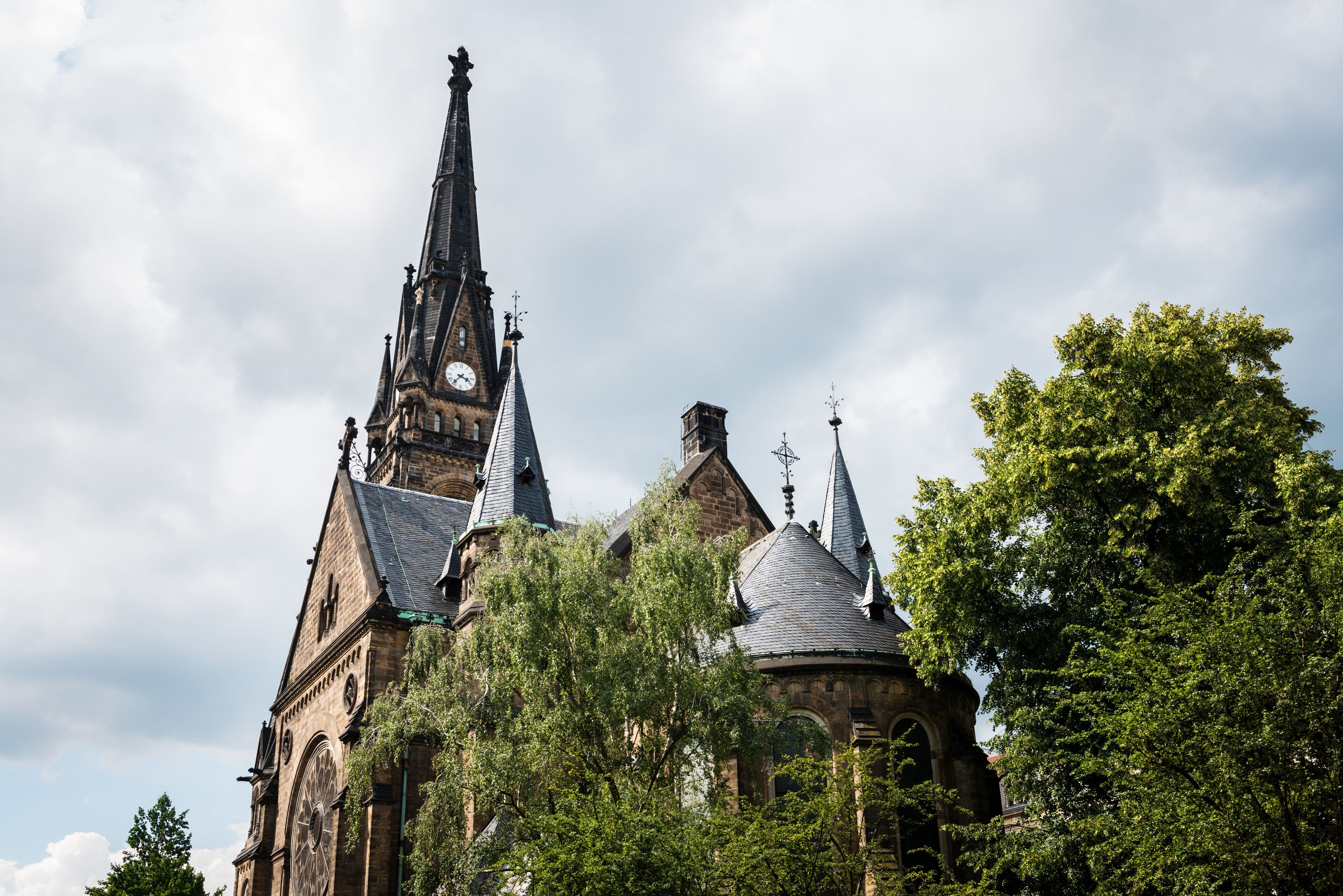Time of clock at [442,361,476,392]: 3:36
